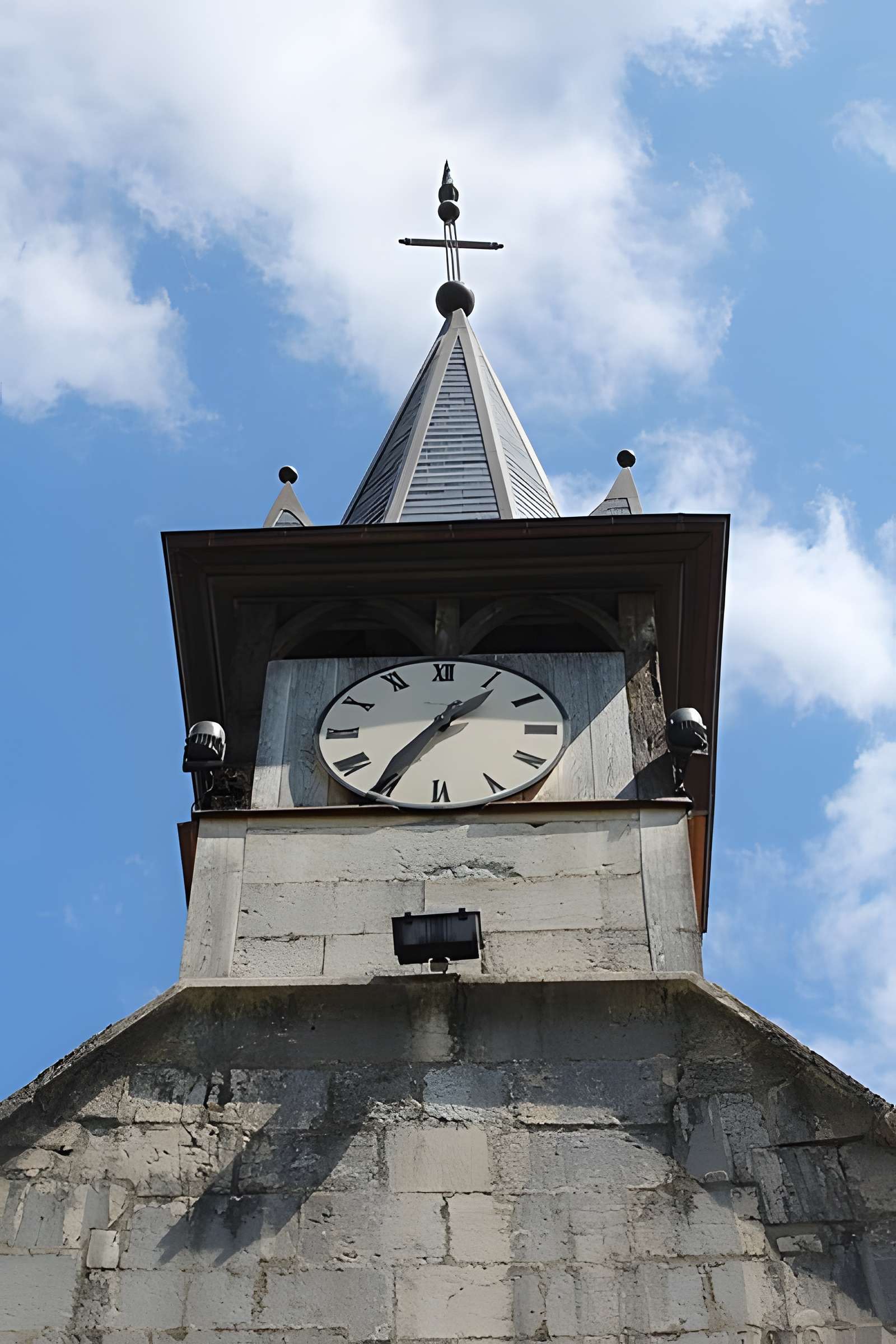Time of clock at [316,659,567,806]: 1:35
